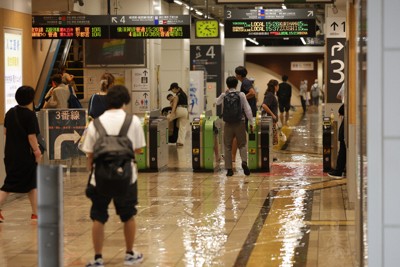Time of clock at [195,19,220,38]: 4:14
